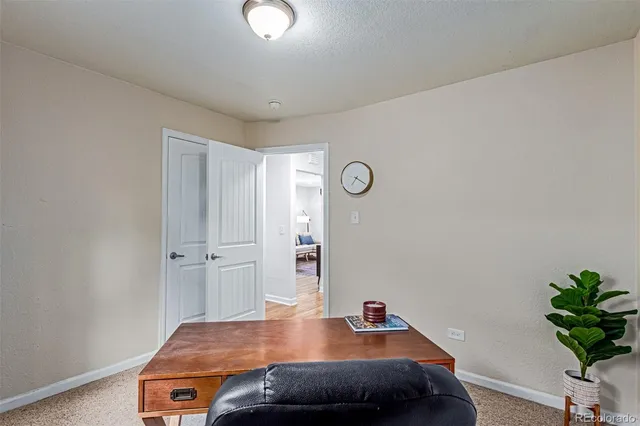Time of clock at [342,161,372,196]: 7:20
